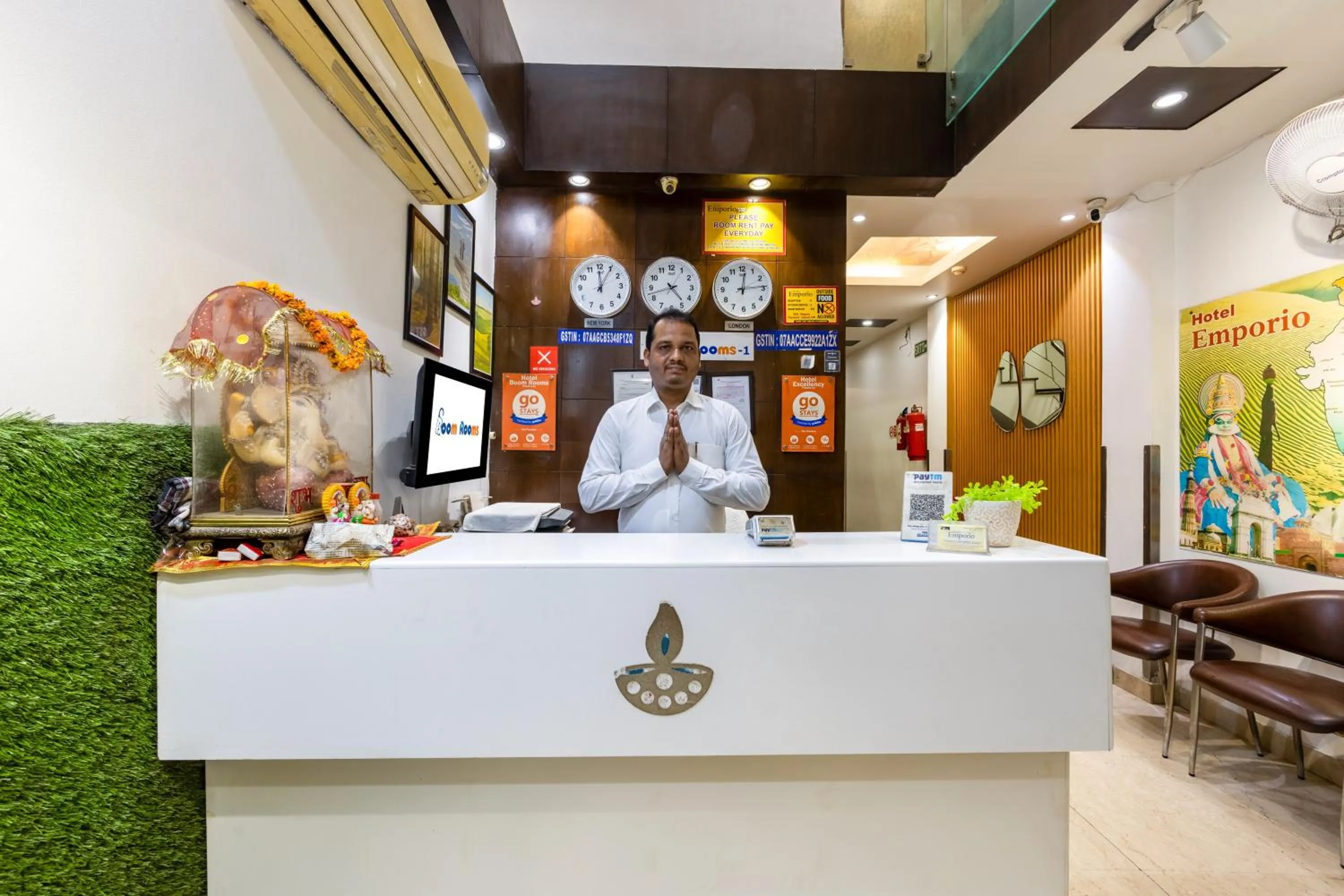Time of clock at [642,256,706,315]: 4:42
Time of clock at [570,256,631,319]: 12:05
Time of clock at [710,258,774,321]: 12:14
